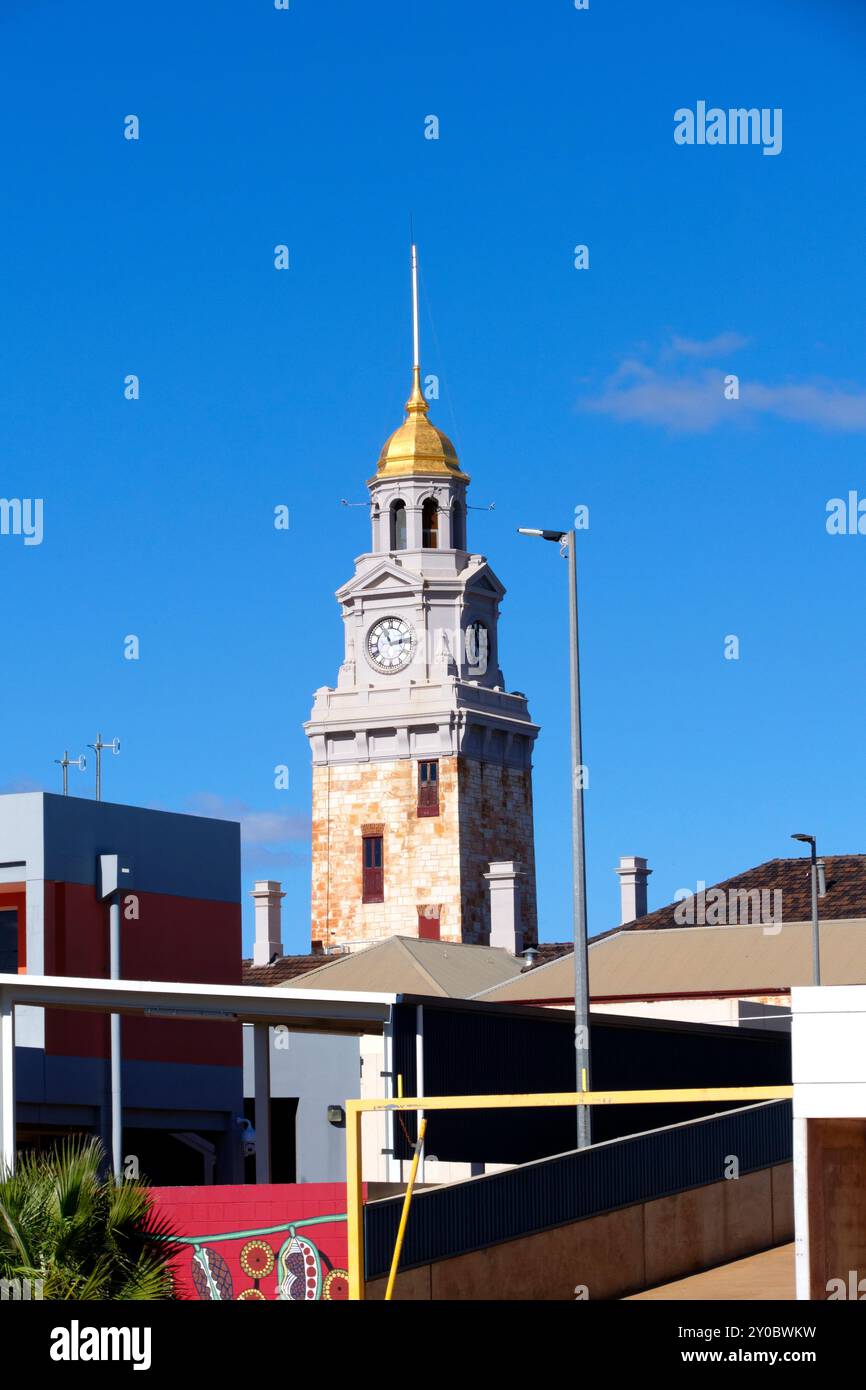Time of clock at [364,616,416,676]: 11:13
